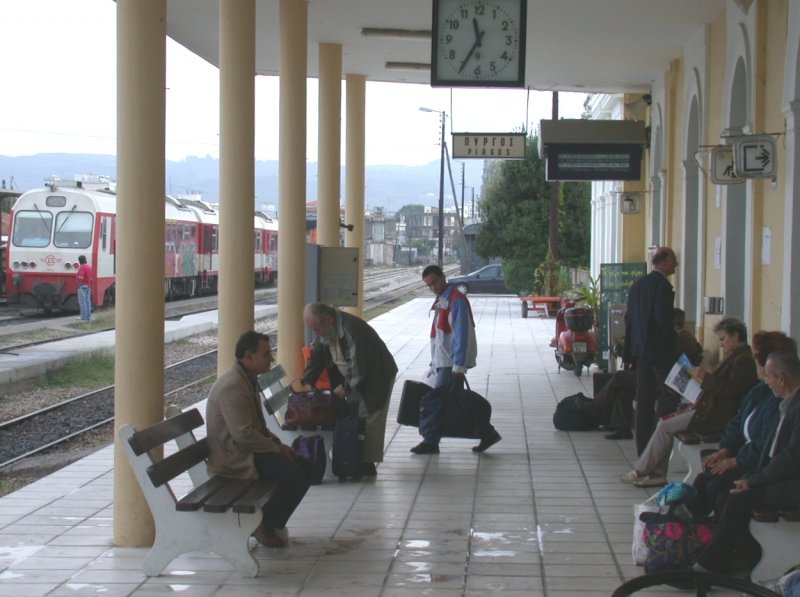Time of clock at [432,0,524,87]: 11:34
